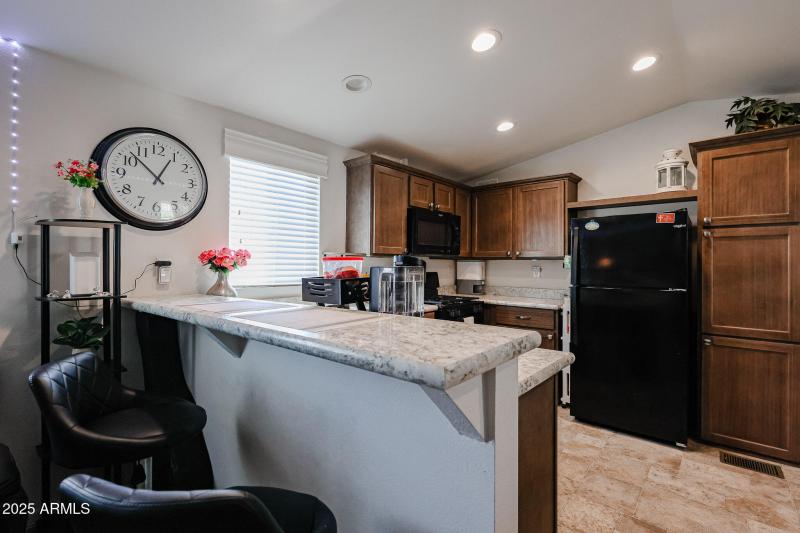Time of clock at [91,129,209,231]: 12:52
